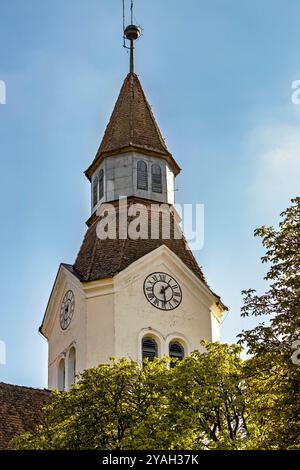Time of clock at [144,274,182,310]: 1:28
